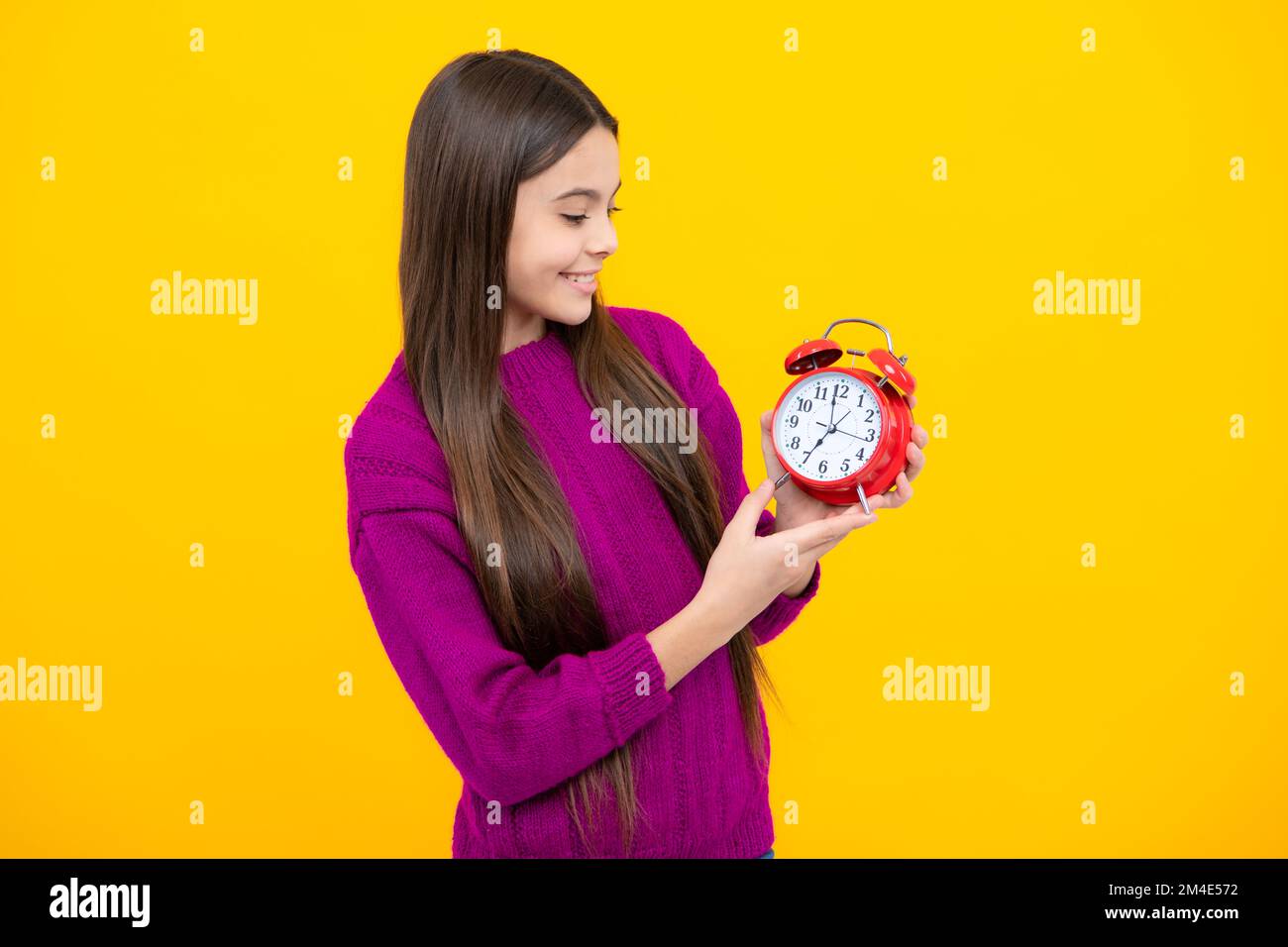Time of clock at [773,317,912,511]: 6:58
